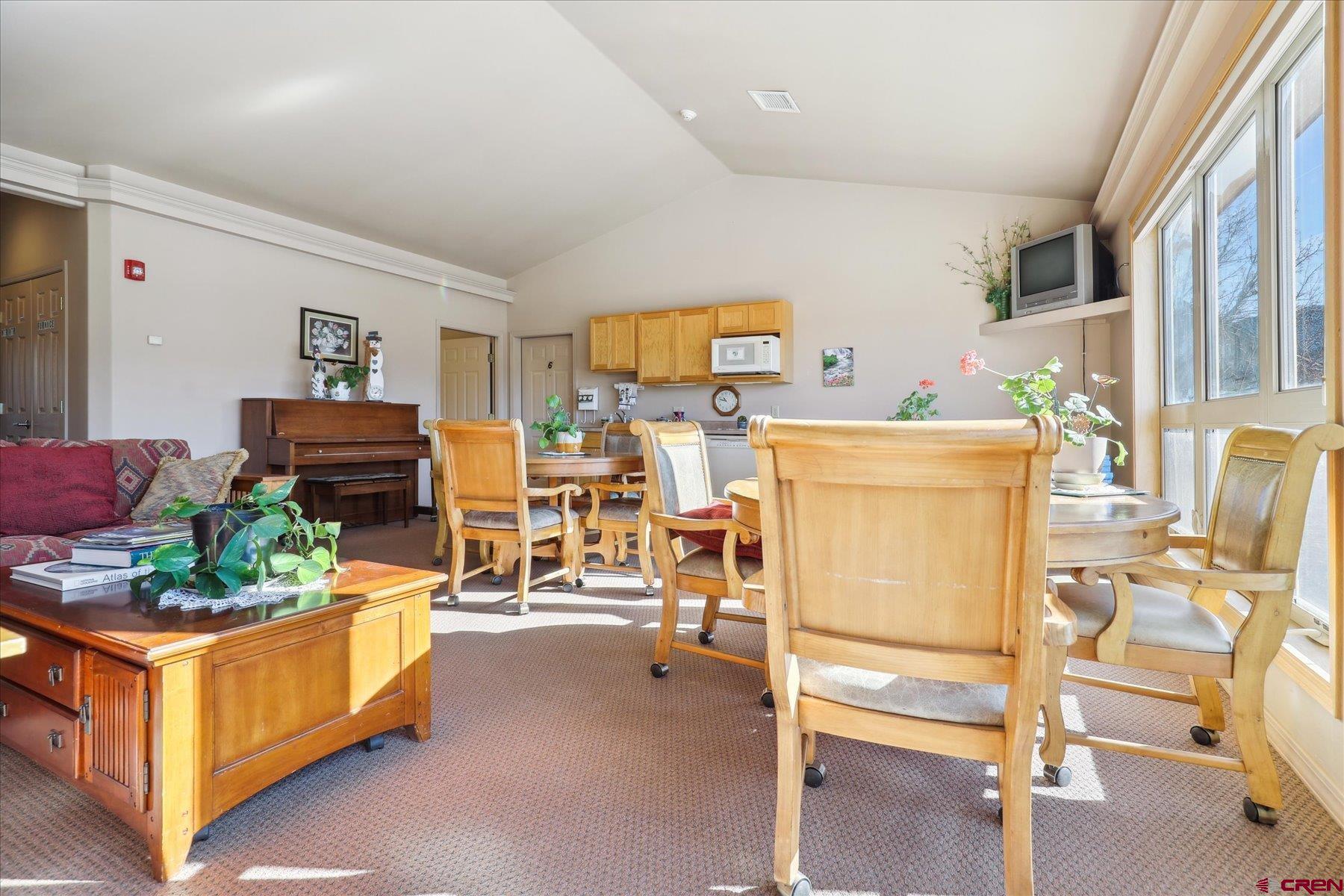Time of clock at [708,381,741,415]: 10:47
